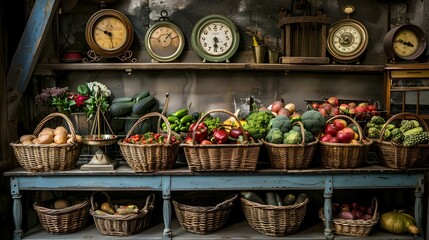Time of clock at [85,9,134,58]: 5:49
